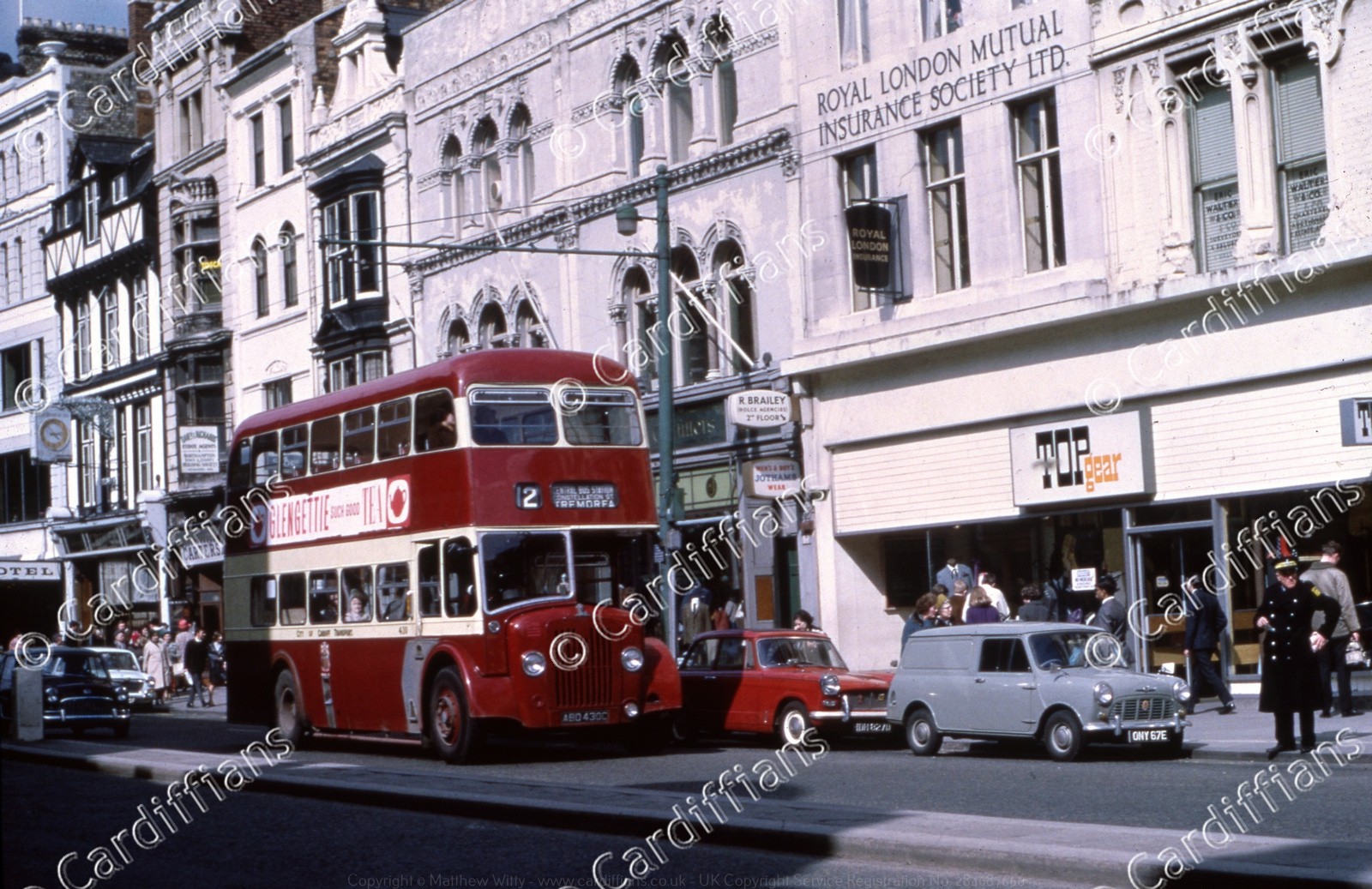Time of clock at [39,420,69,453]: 4:13
